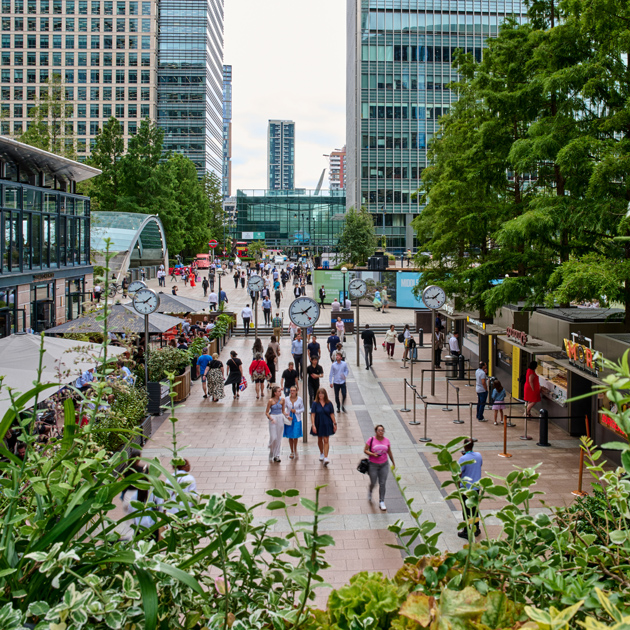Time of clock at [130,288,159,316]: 1:44
